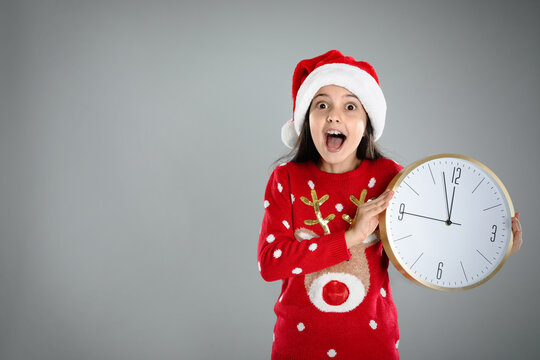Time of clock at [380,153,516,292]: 11:57
